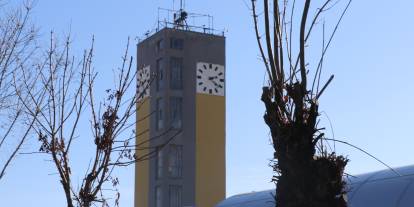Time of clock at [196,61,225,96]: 2:21
